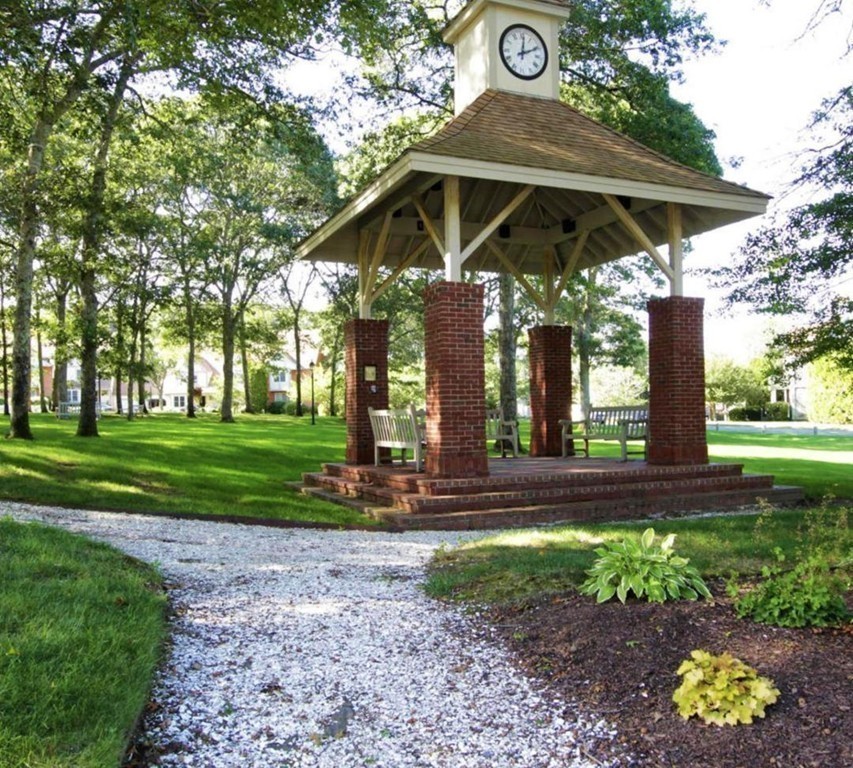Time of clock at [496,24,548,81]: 12:10
